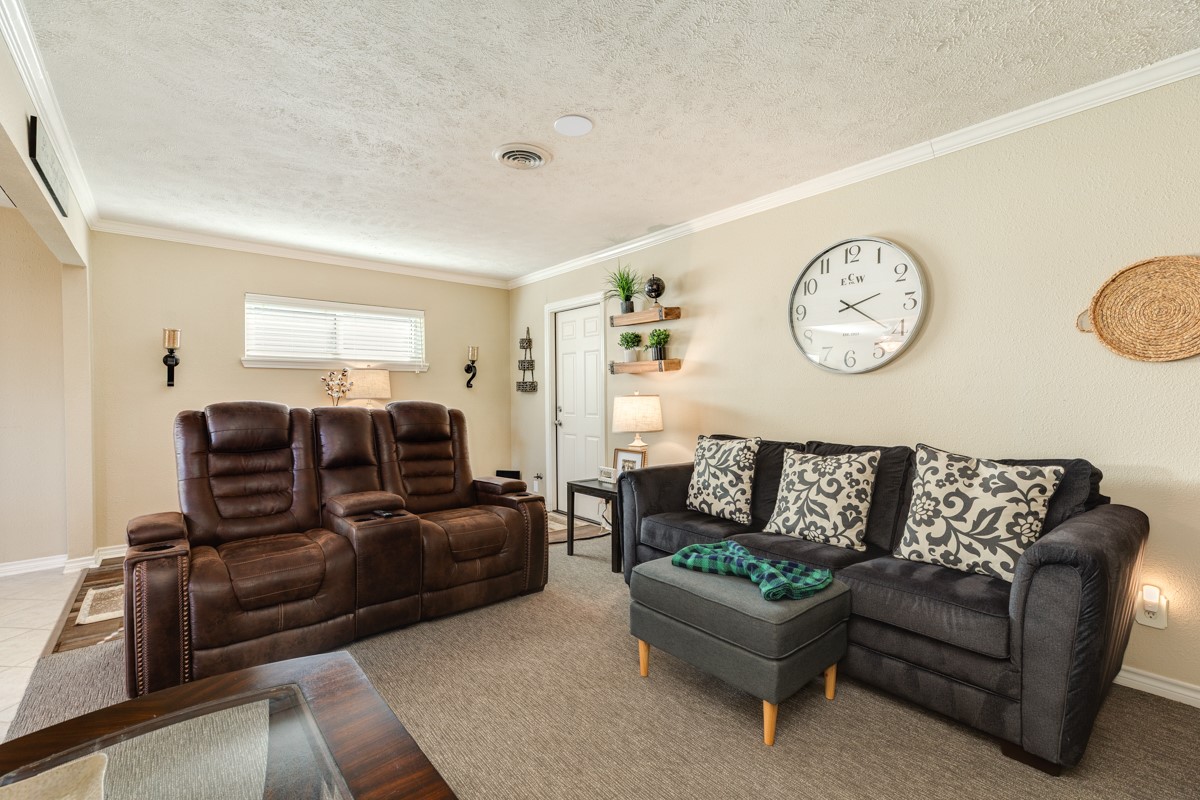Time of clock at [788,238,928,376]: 2:20
